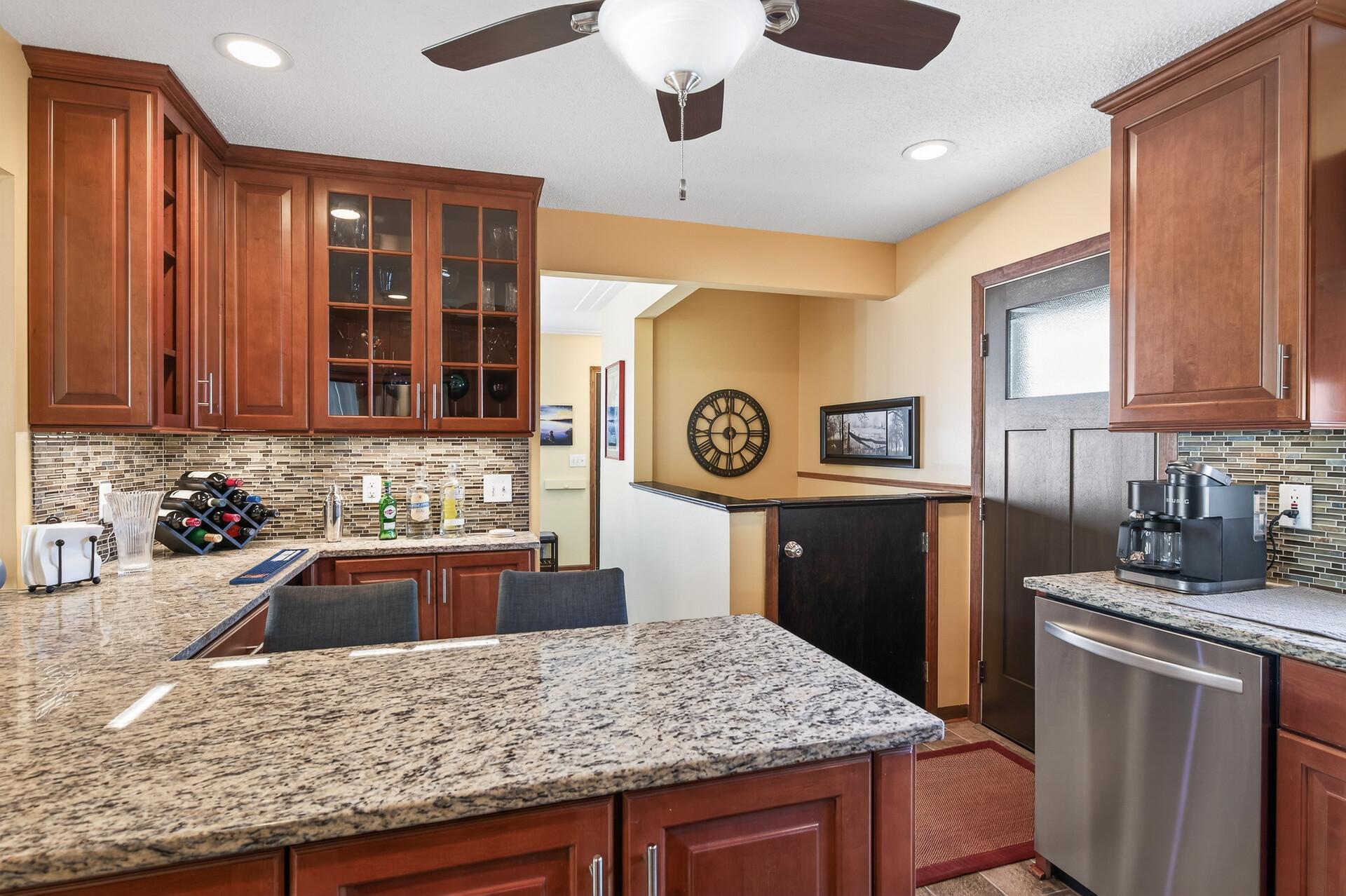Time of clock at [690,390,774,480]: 5:59
